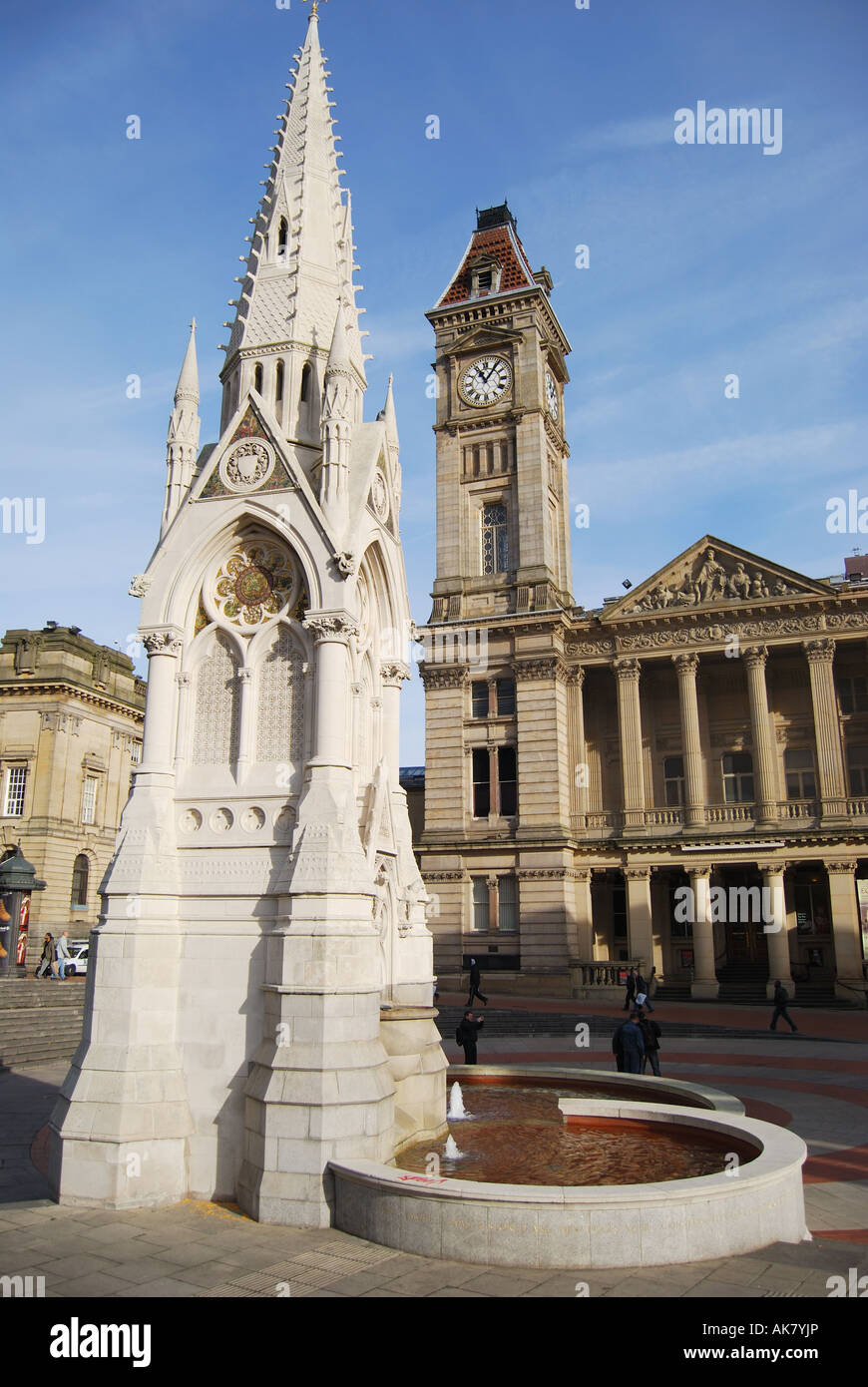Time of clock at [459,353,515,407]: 11:06
